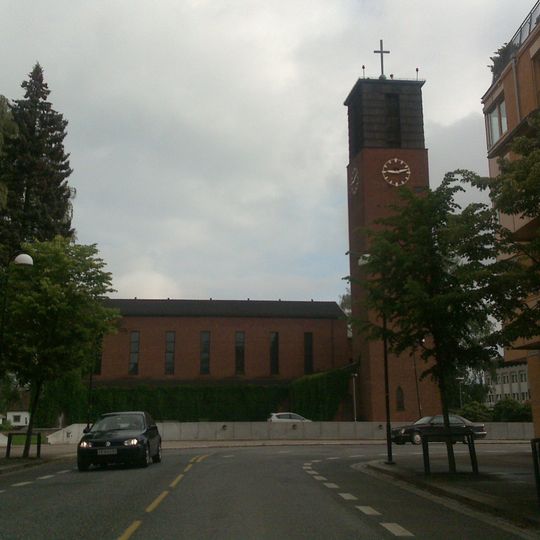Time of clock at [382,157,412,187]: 9:12
